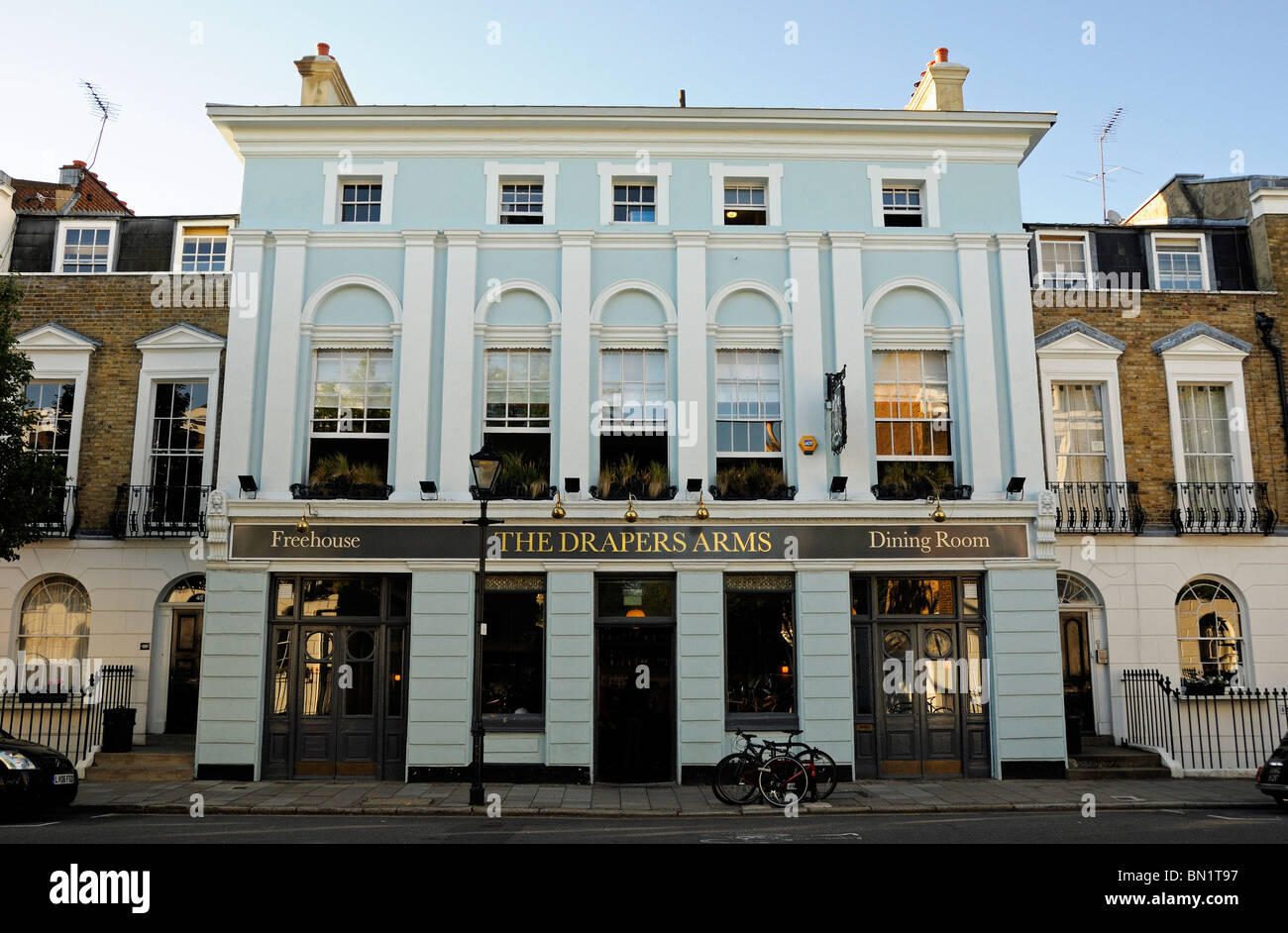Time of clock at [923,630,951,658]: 11:28
